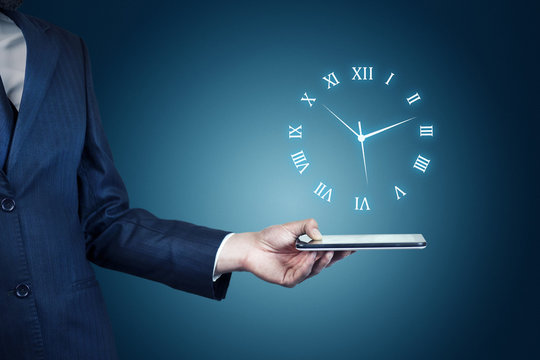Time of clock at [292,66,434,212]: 2:28
